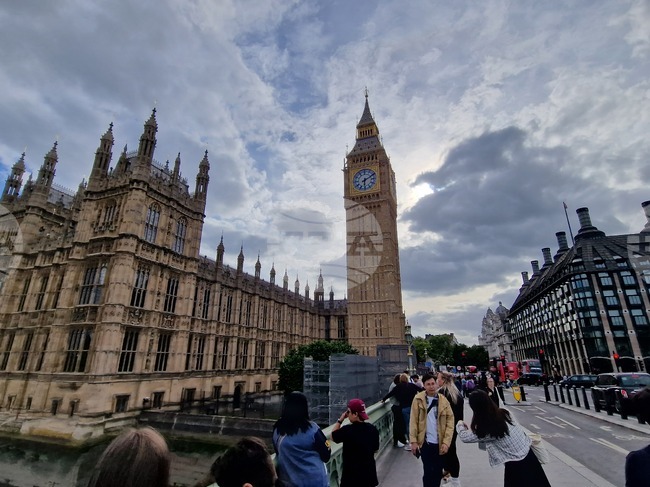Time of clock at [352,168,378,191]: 6:10
